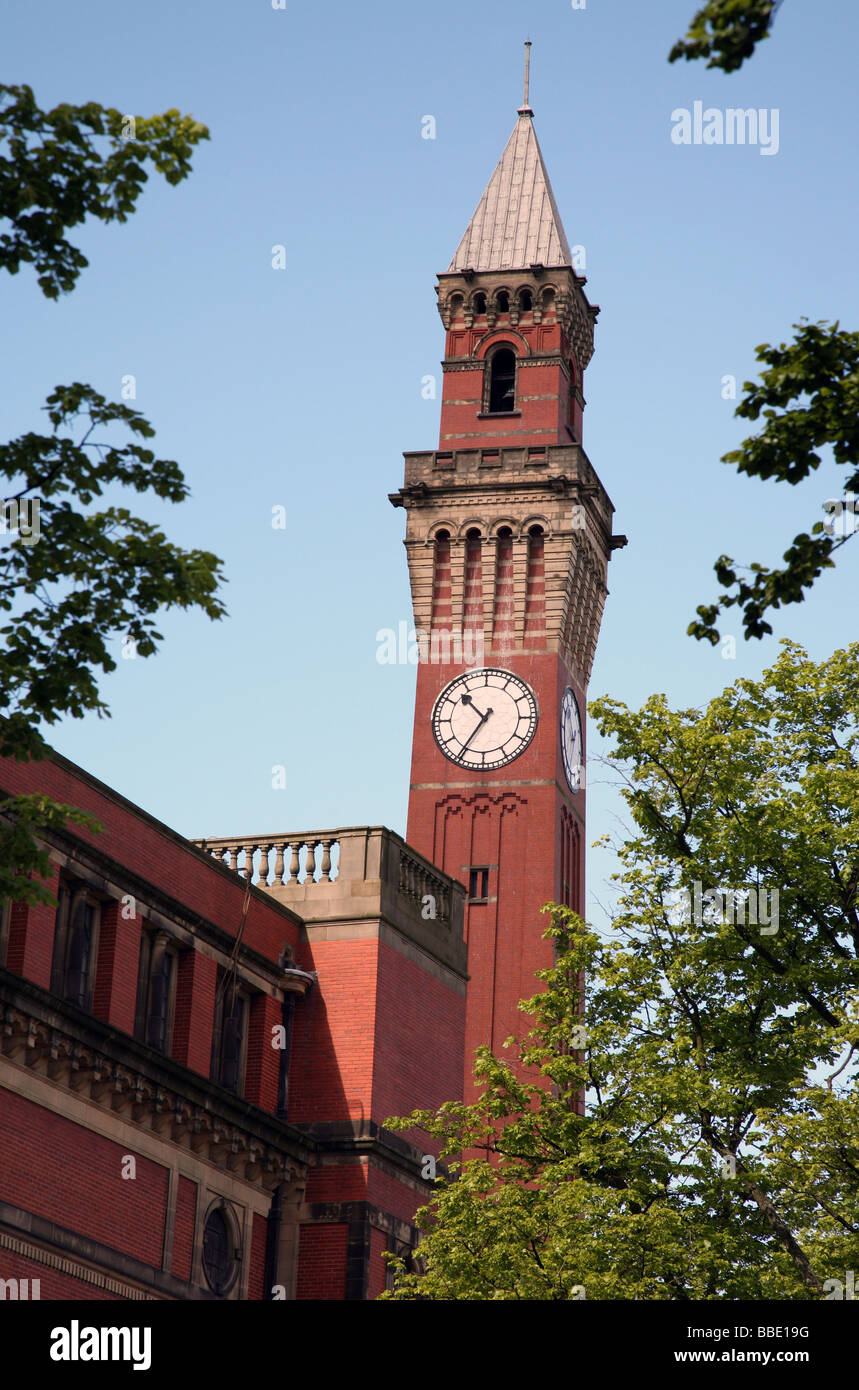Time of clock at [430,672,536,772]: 10:35
